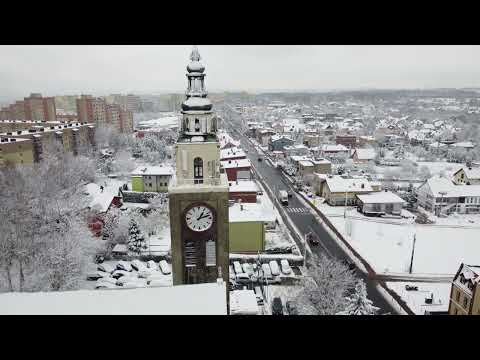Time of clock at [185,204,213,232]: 1:12
